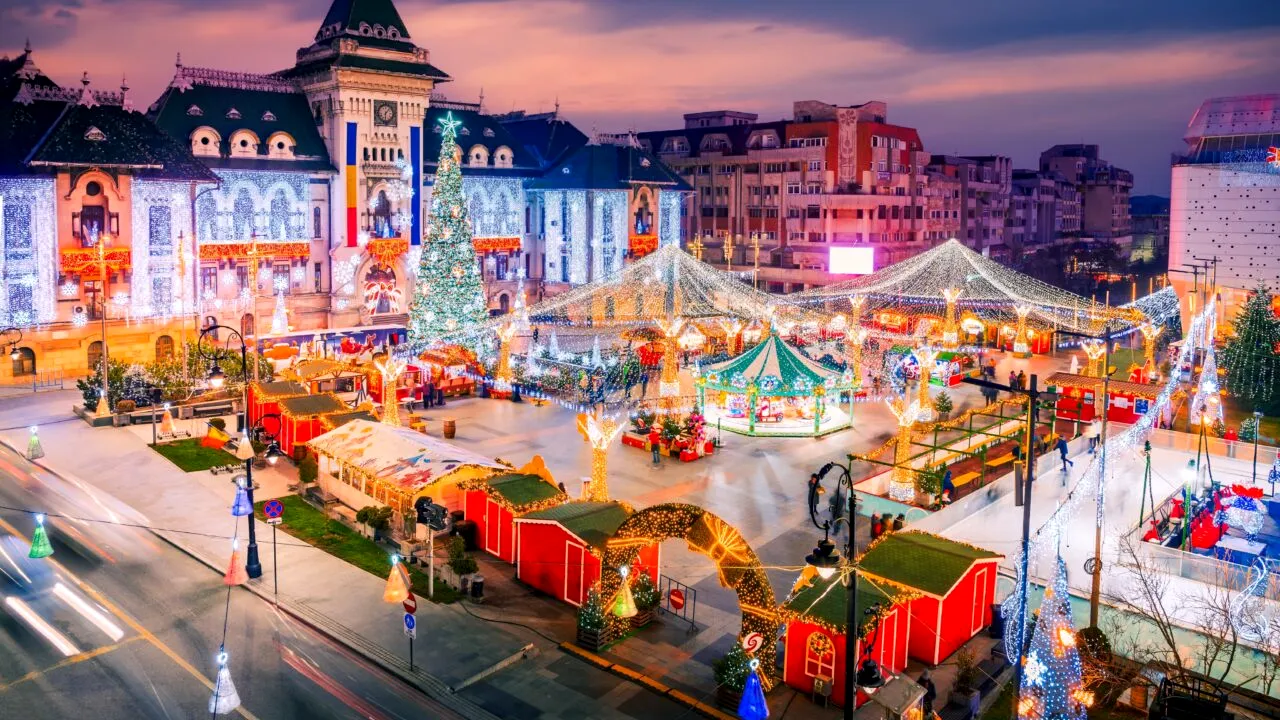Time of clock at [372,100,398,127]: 6:06
